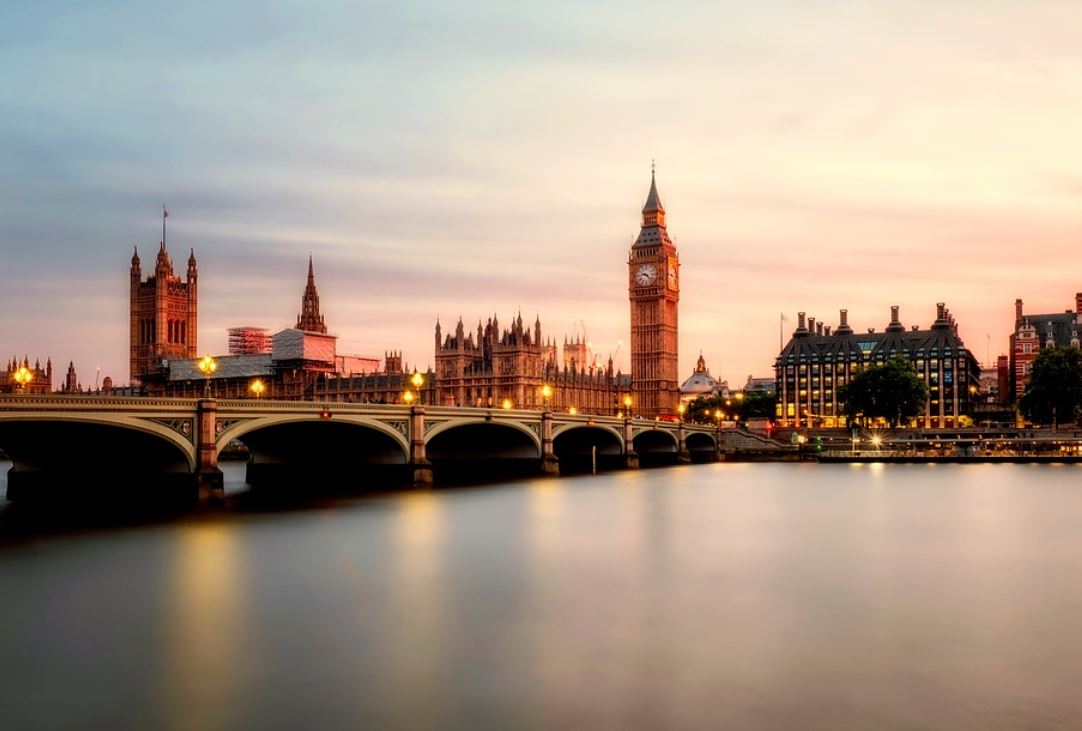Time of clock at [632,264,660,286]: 9:22
